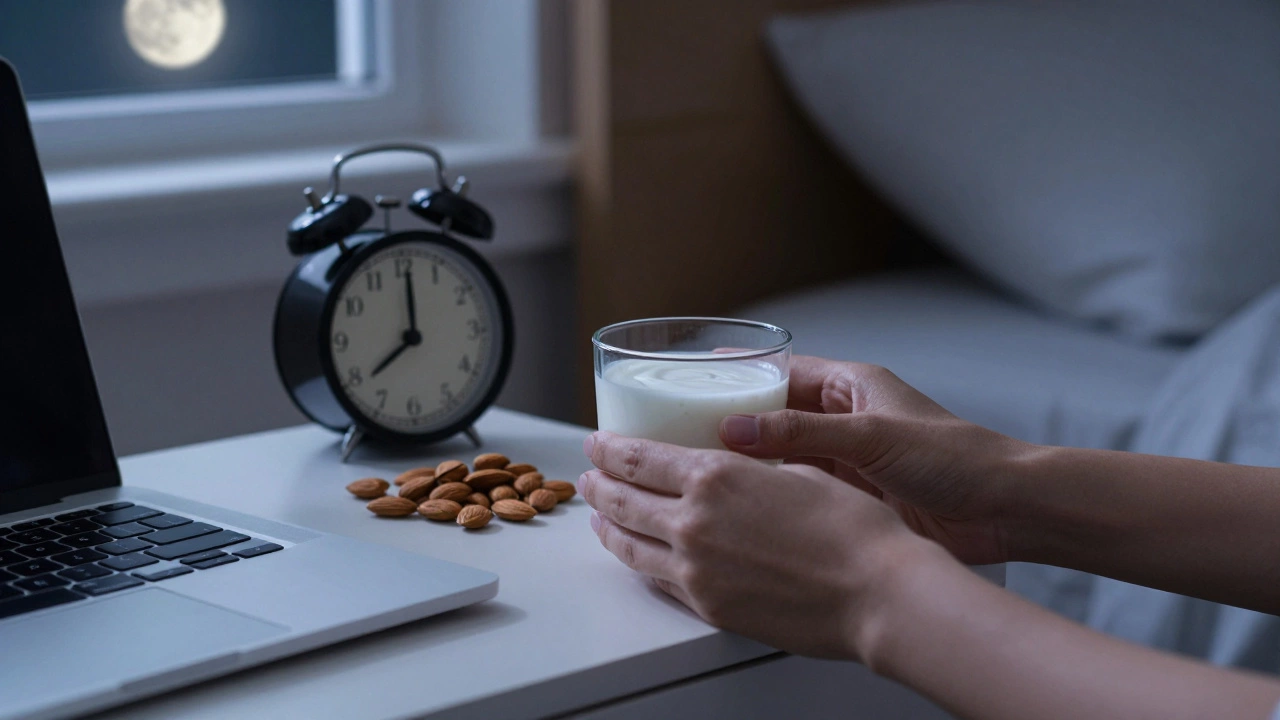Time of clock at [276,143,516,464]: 8:00
